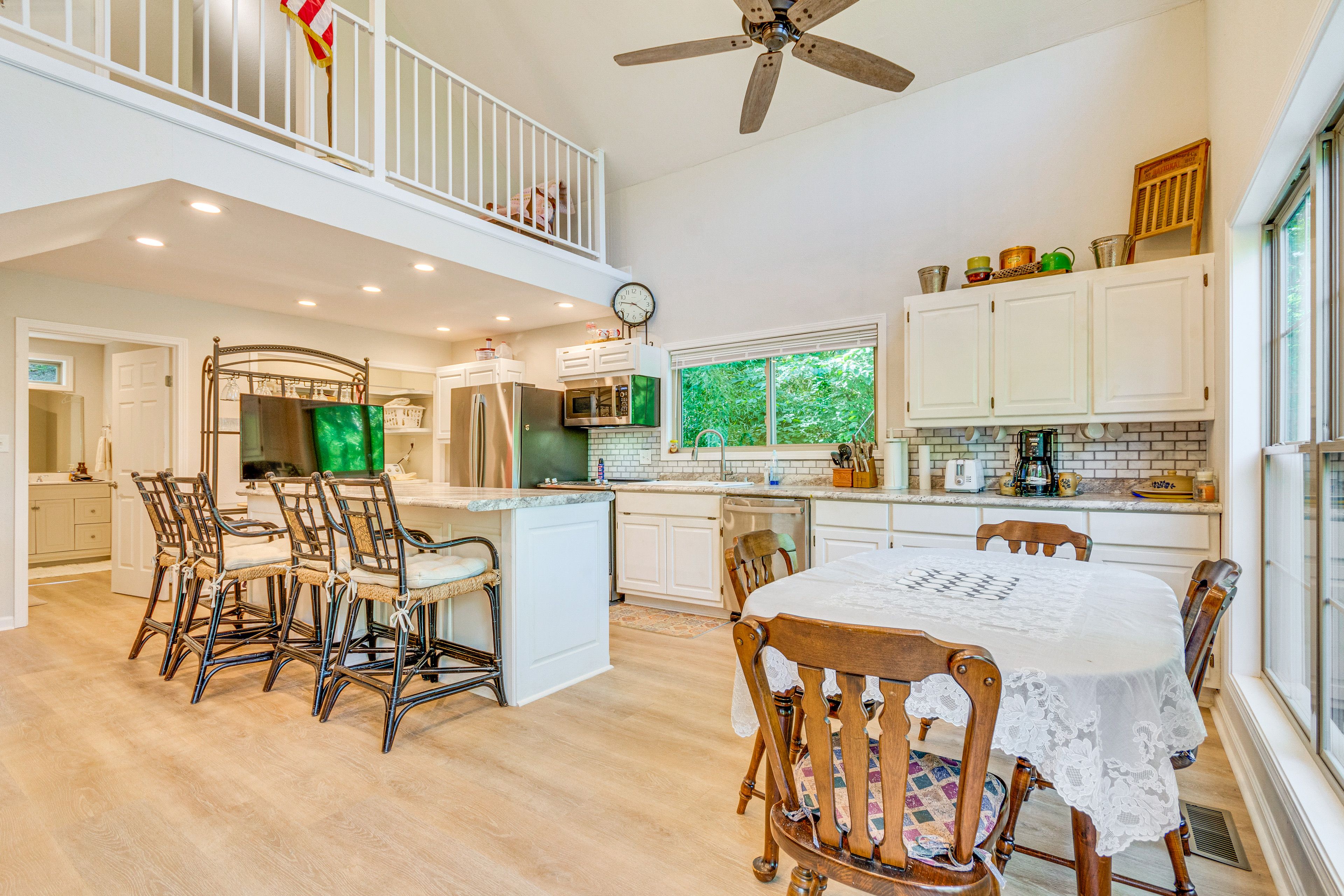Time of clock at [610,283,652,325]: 9:20
